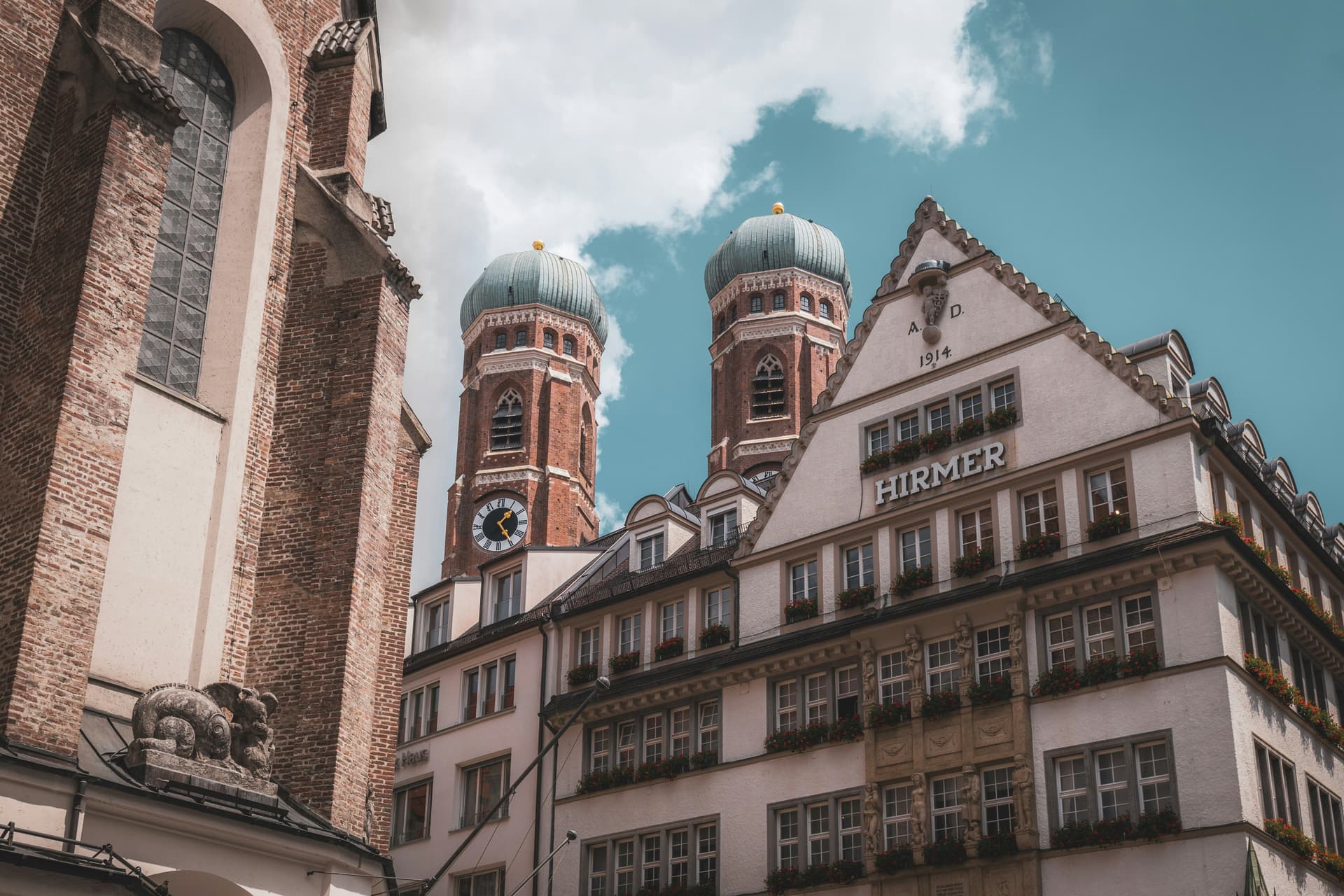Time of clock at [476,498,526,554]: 1:24
